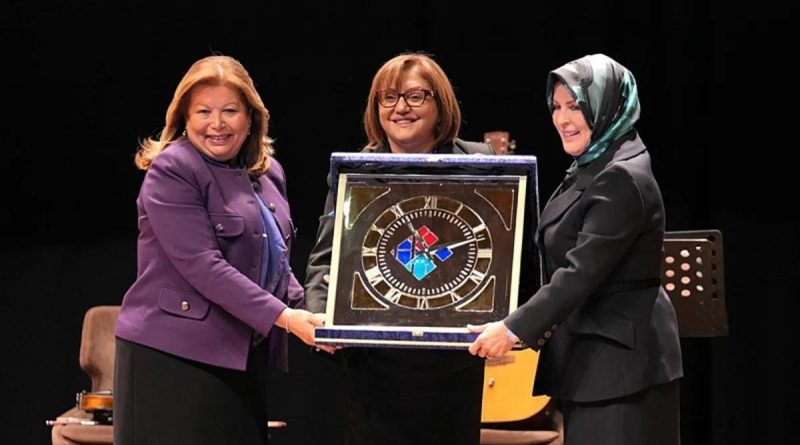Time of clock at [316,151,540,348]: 11:11
